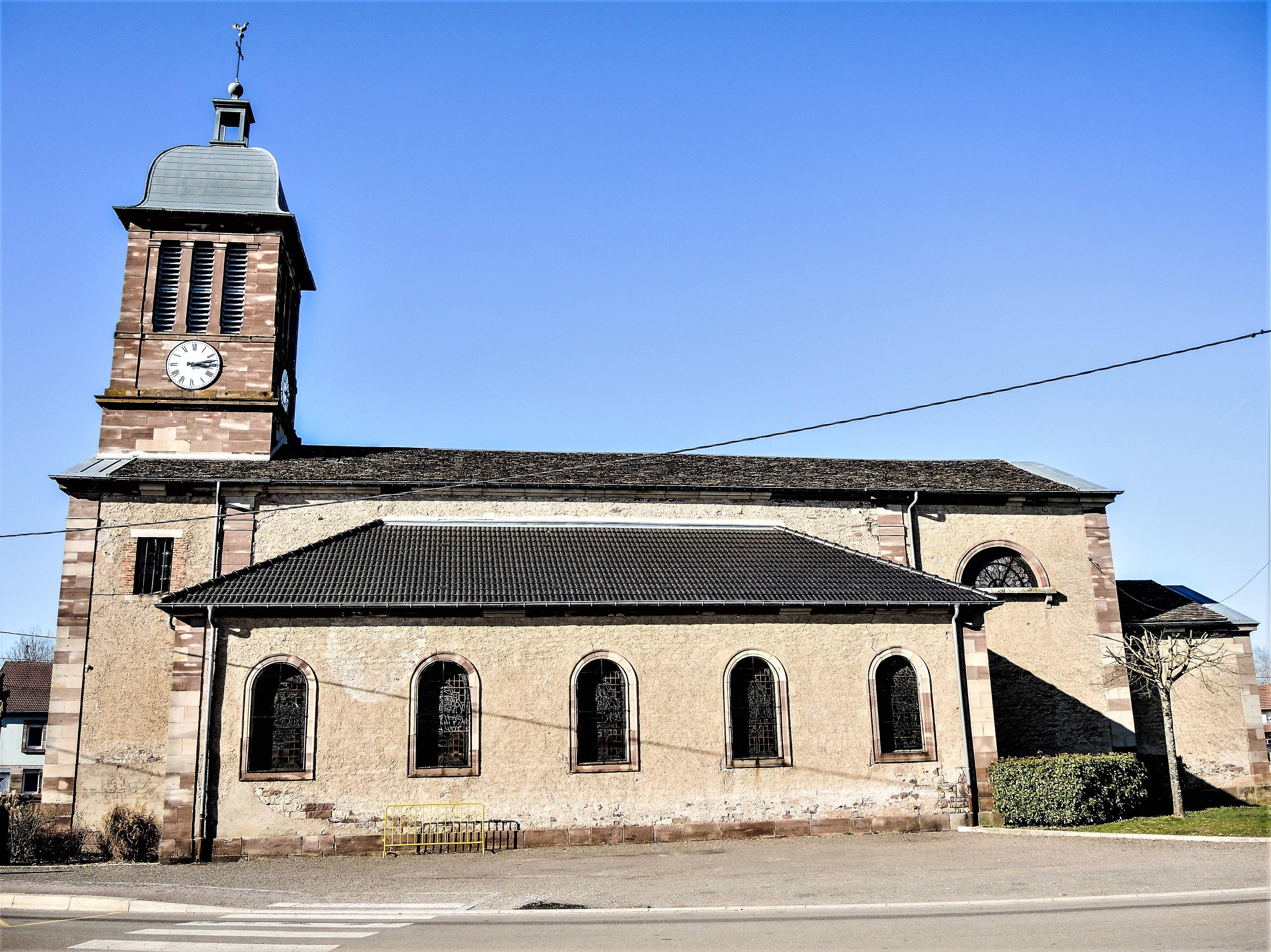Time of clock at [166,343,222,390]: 3:13
